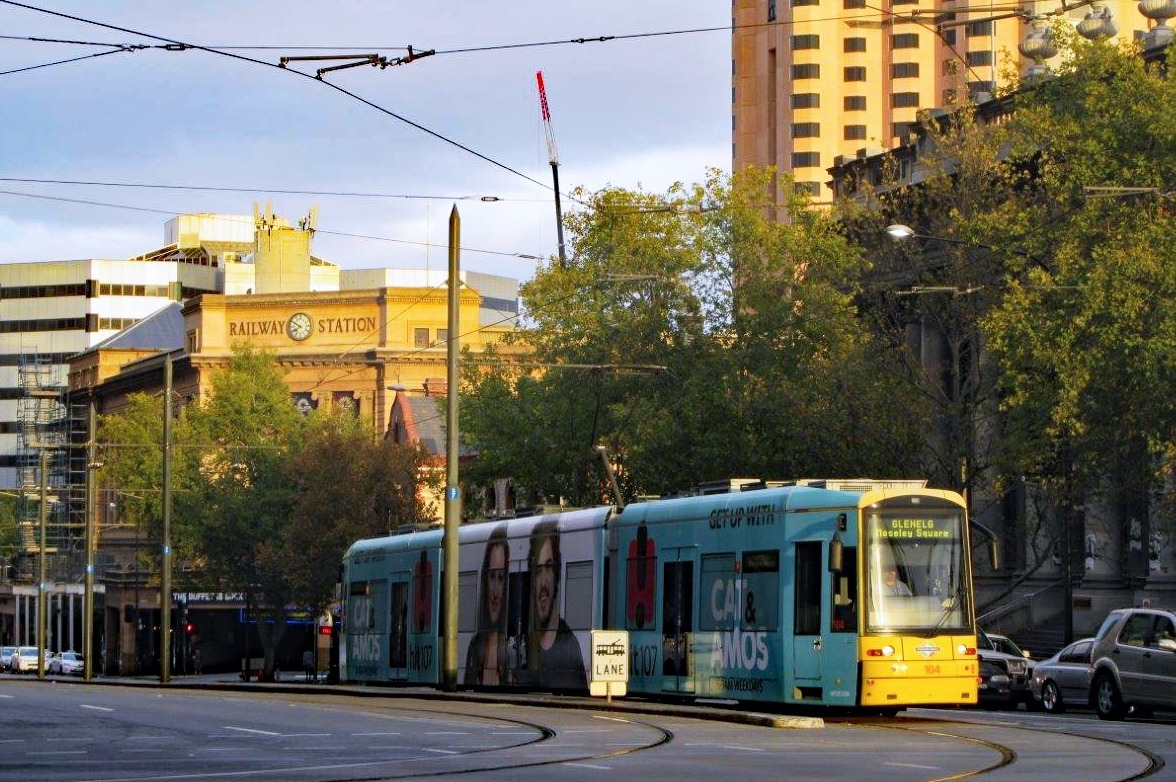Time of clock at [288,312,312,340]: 7:49
